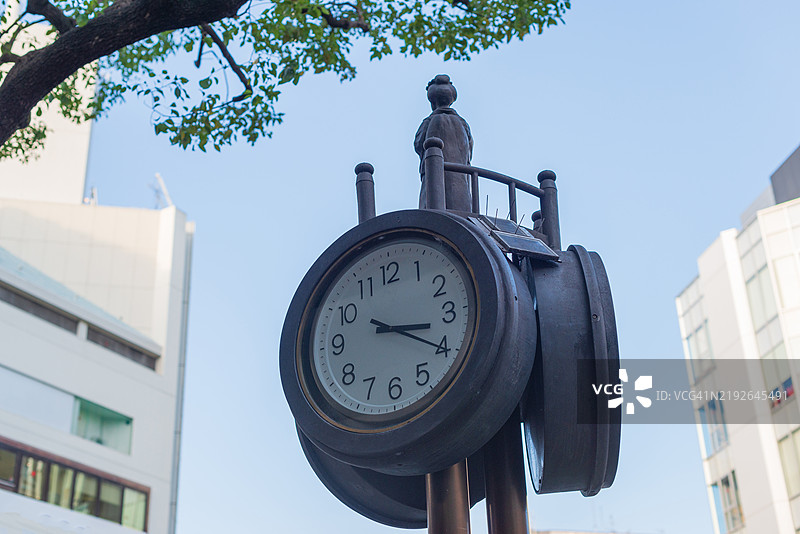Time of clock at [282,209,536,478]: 3:20
